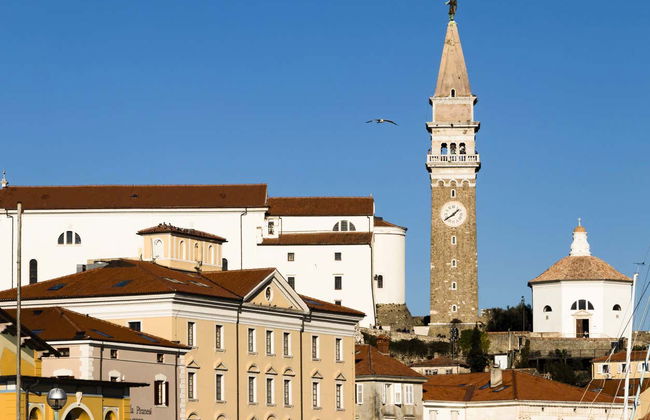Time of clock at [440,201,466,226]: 1:39
